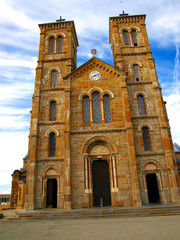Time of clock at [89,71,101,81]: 8:11
